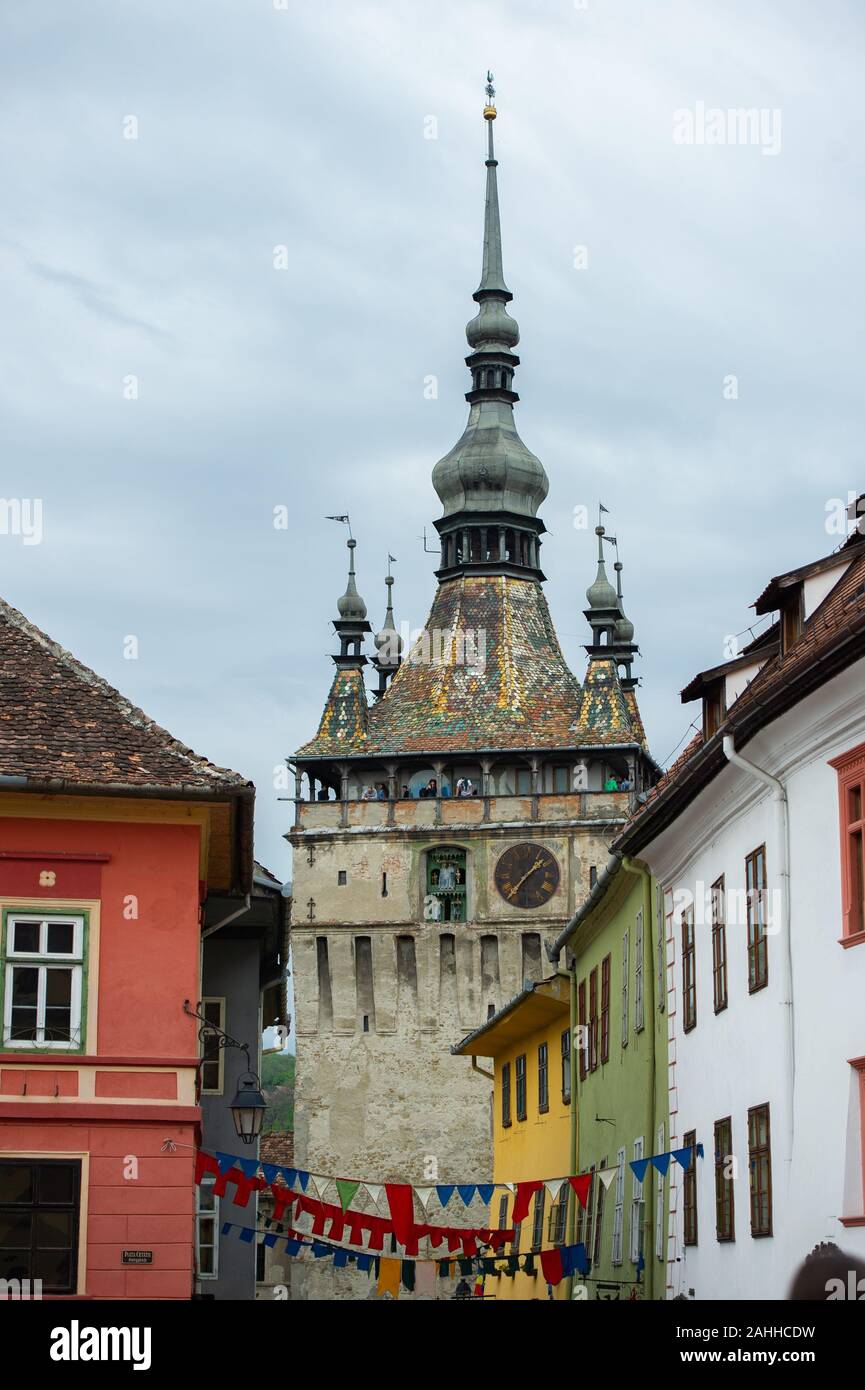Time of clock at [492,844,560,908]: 1:36
